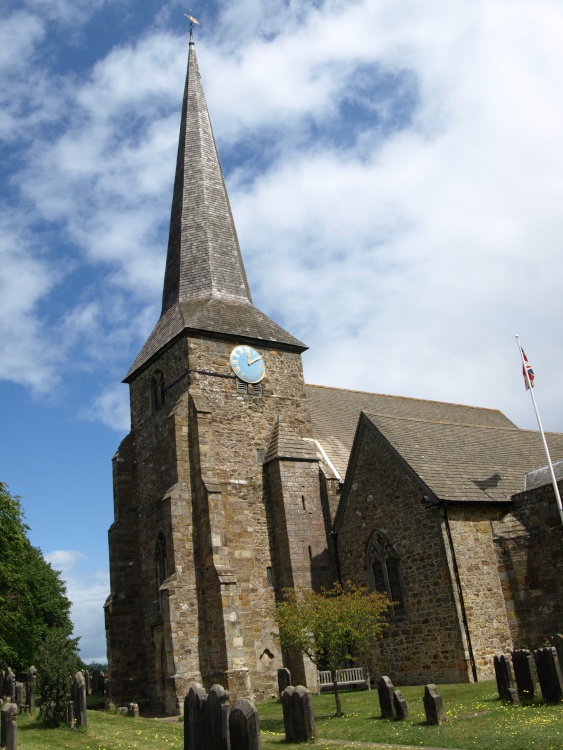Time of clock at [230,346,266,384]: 12:09
